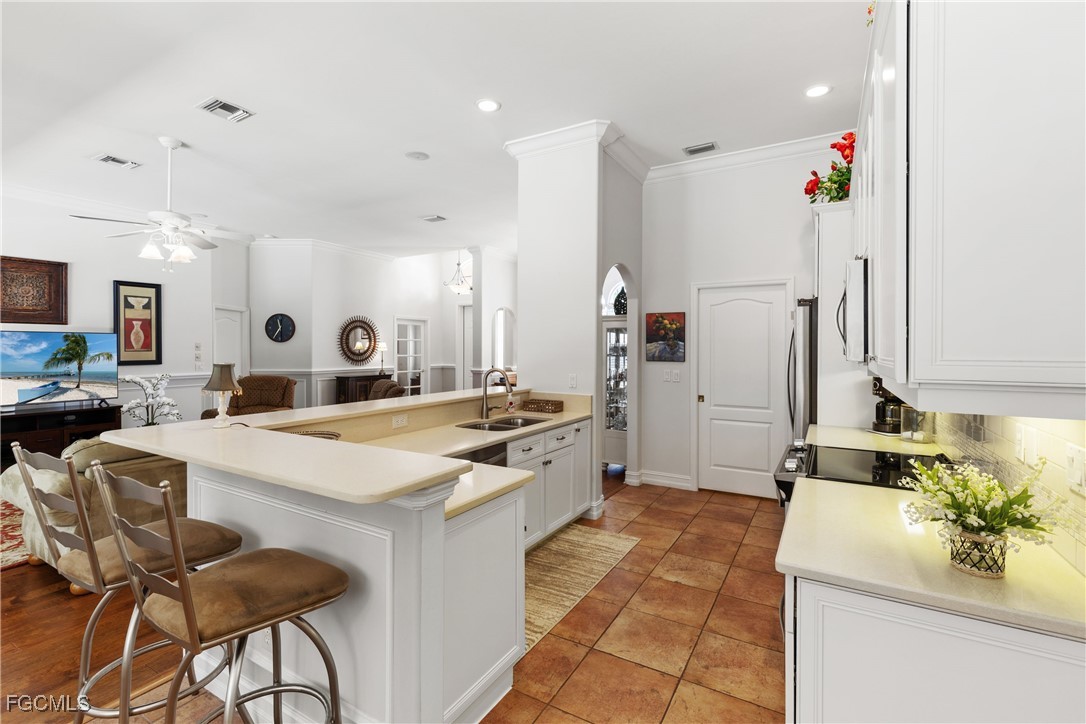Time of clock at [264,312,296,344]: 11:35
